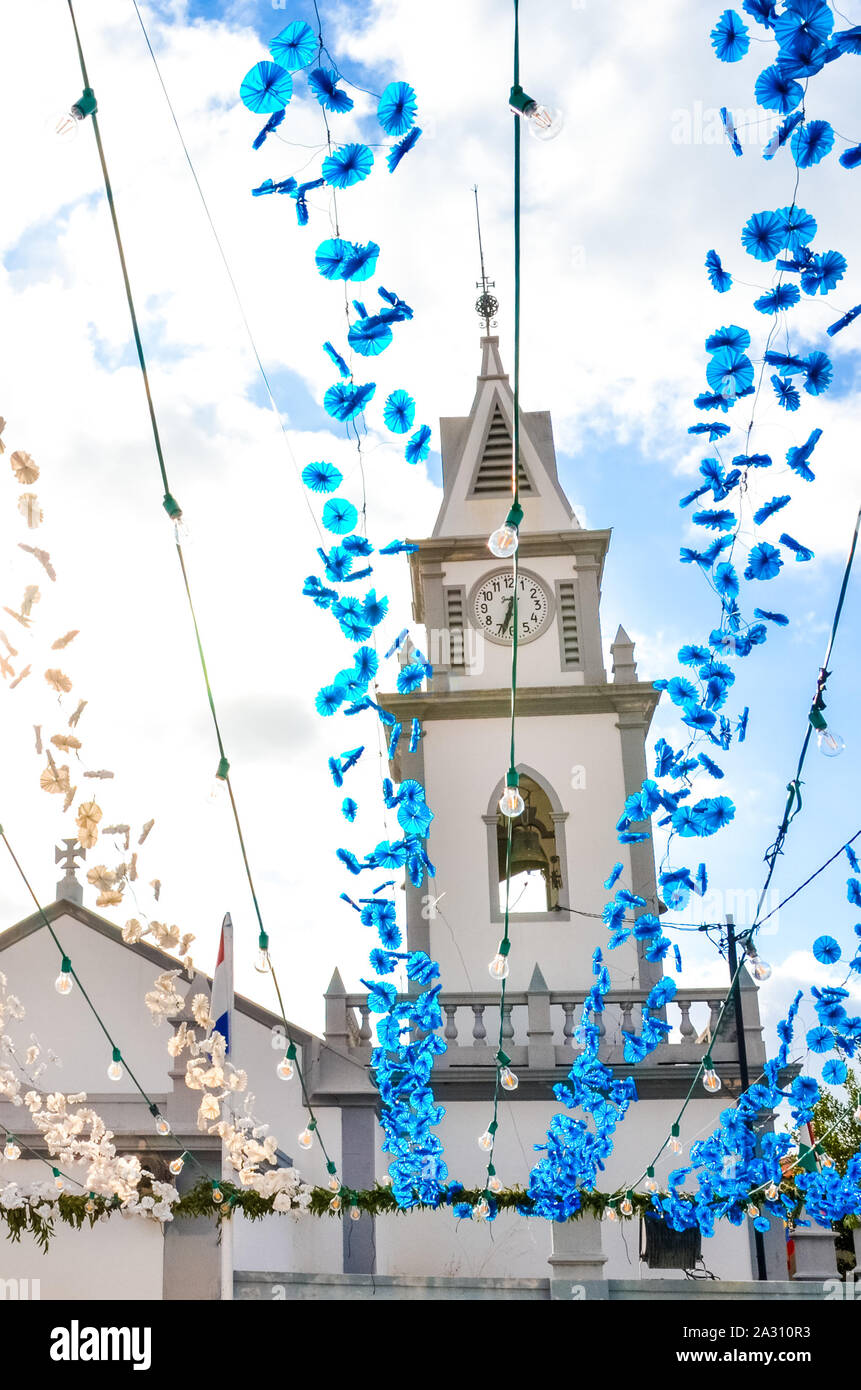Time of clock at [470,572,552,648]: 6:33
